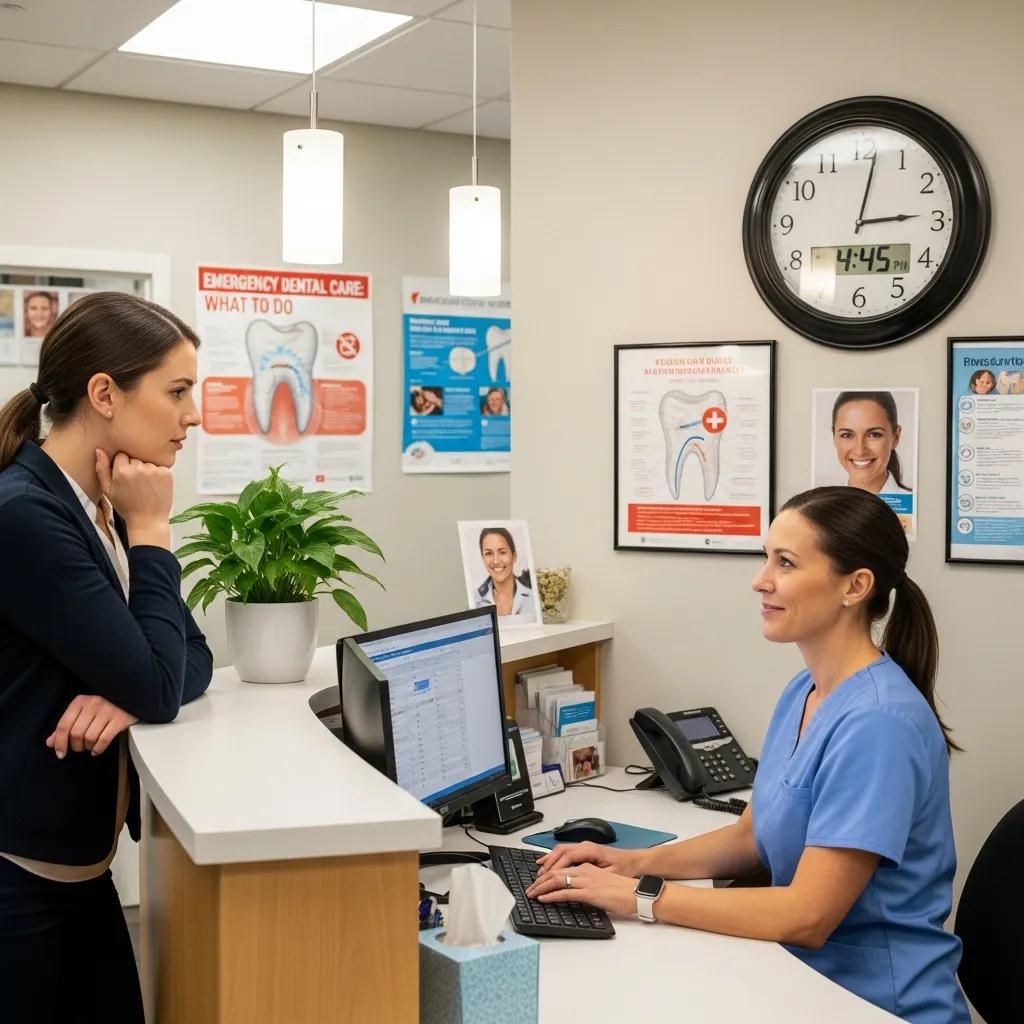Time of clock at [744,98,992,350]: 3:01
